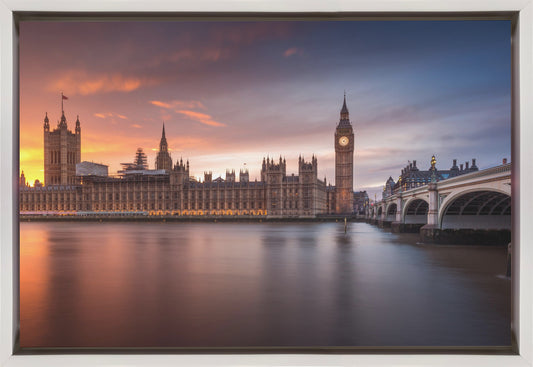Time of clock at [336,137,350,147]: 4:07
